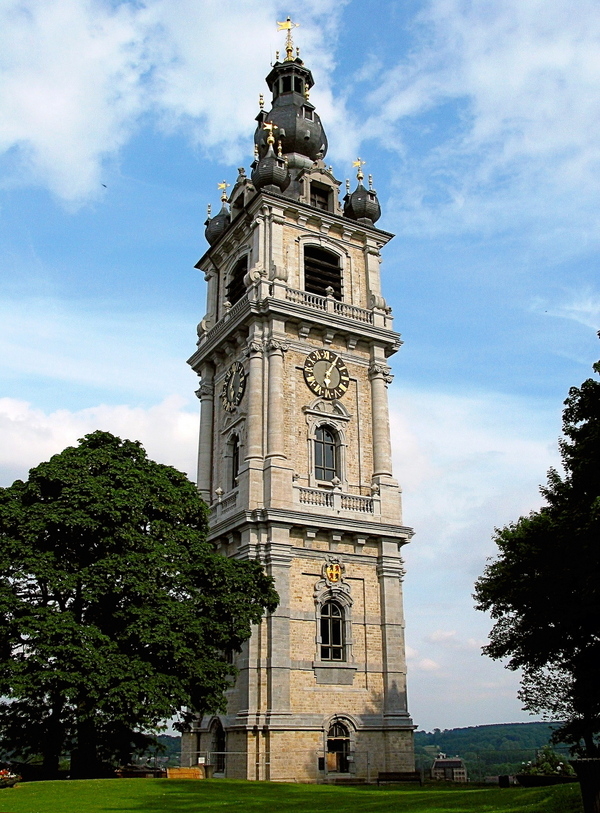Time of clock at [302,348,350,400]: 6:05
